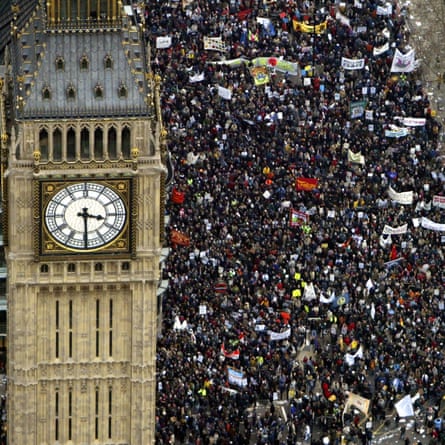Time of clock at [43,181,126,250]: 3:29
